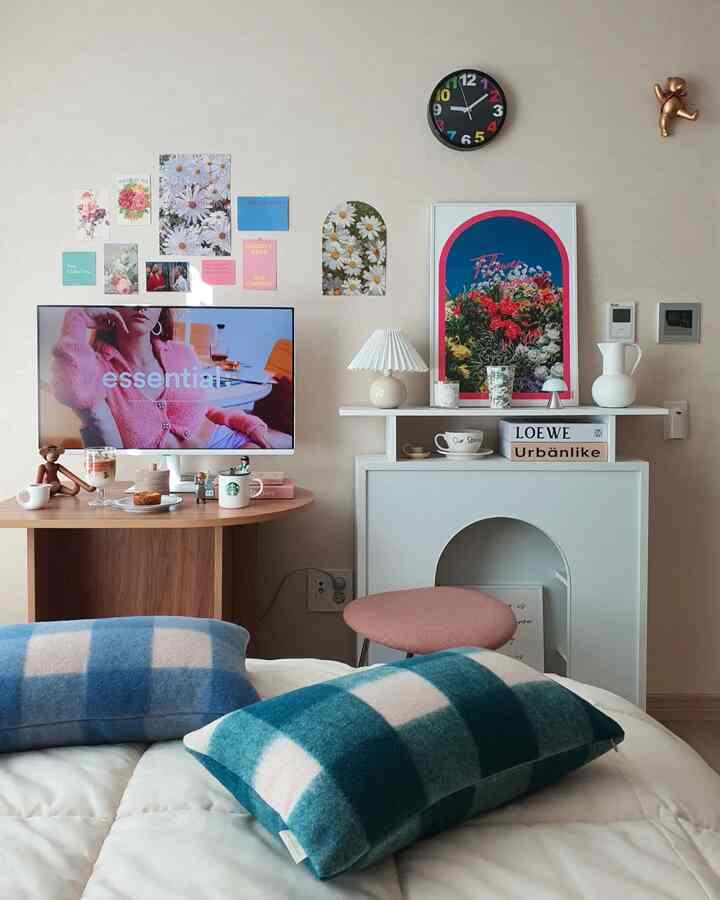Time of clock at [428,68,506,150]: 9:08
